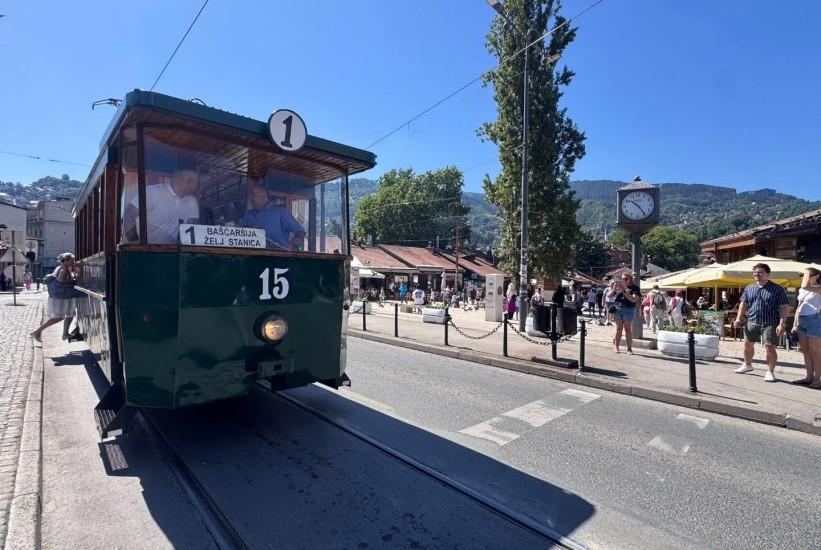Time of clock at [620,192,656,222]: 10:24
